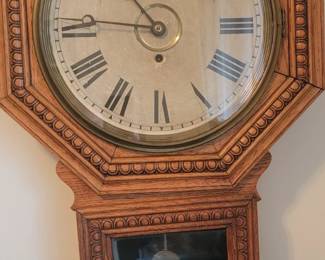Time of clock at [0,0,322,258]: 10:46
